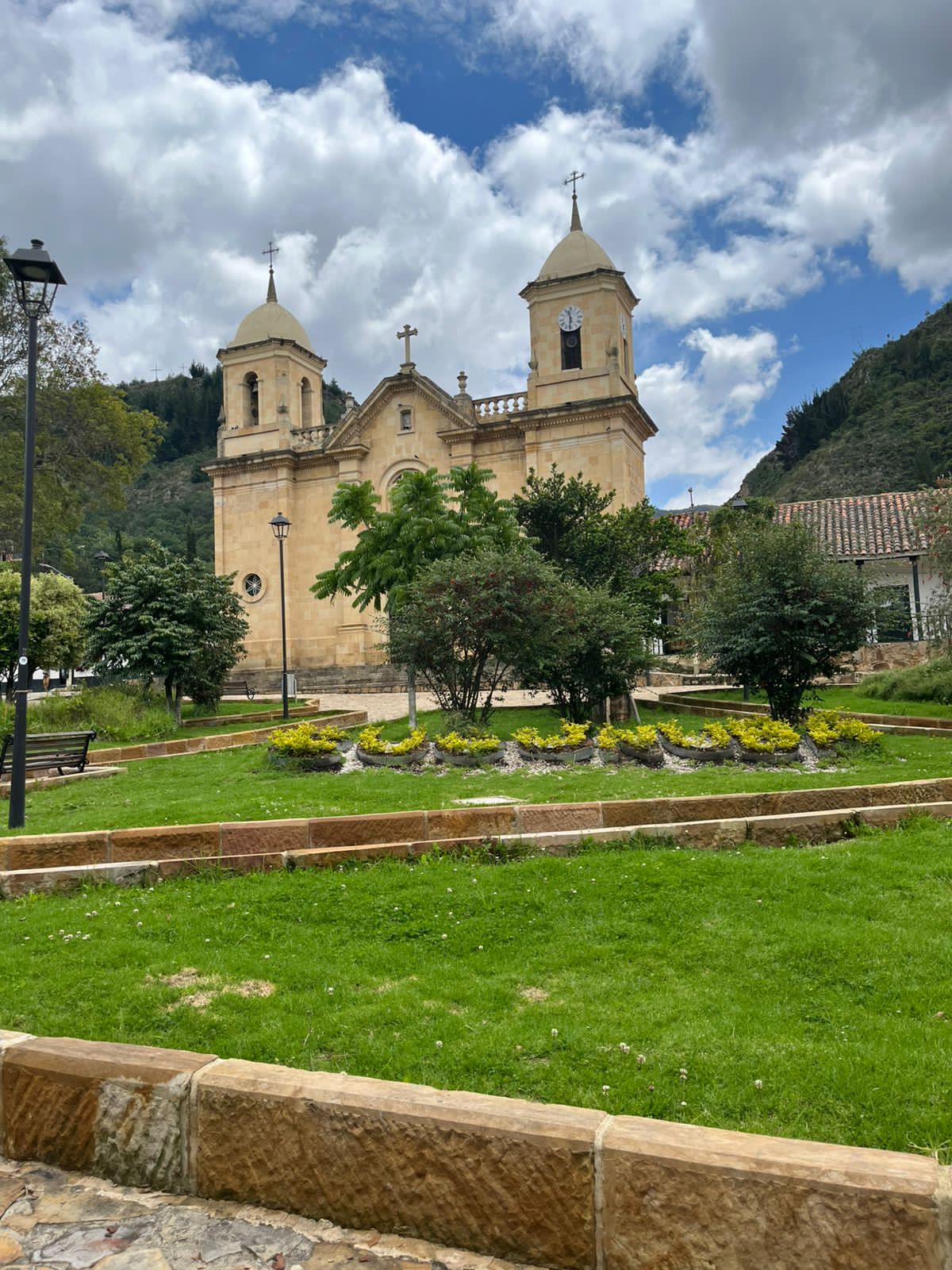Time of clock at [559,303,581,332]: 11:31
